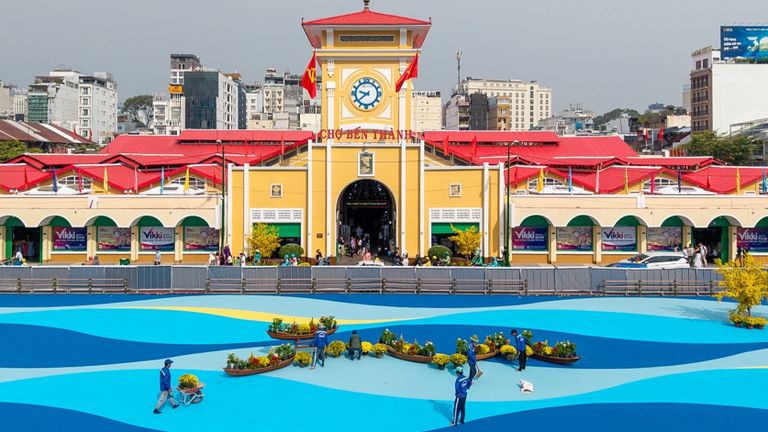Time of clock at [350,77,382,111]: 9:38
